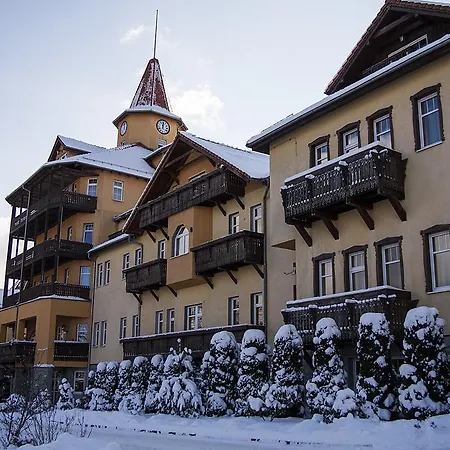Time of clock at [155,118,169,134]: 12:01
